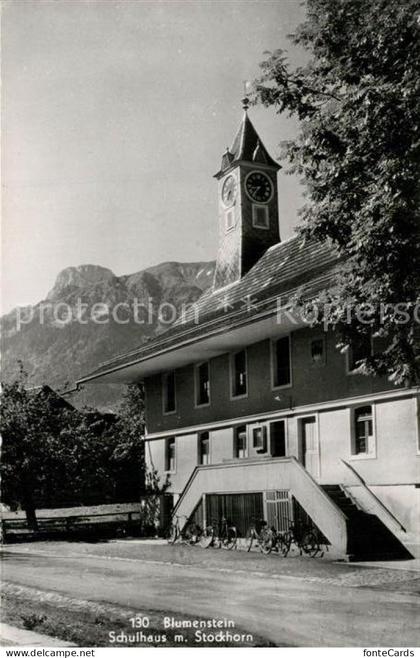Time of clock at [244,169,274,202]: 8:36
